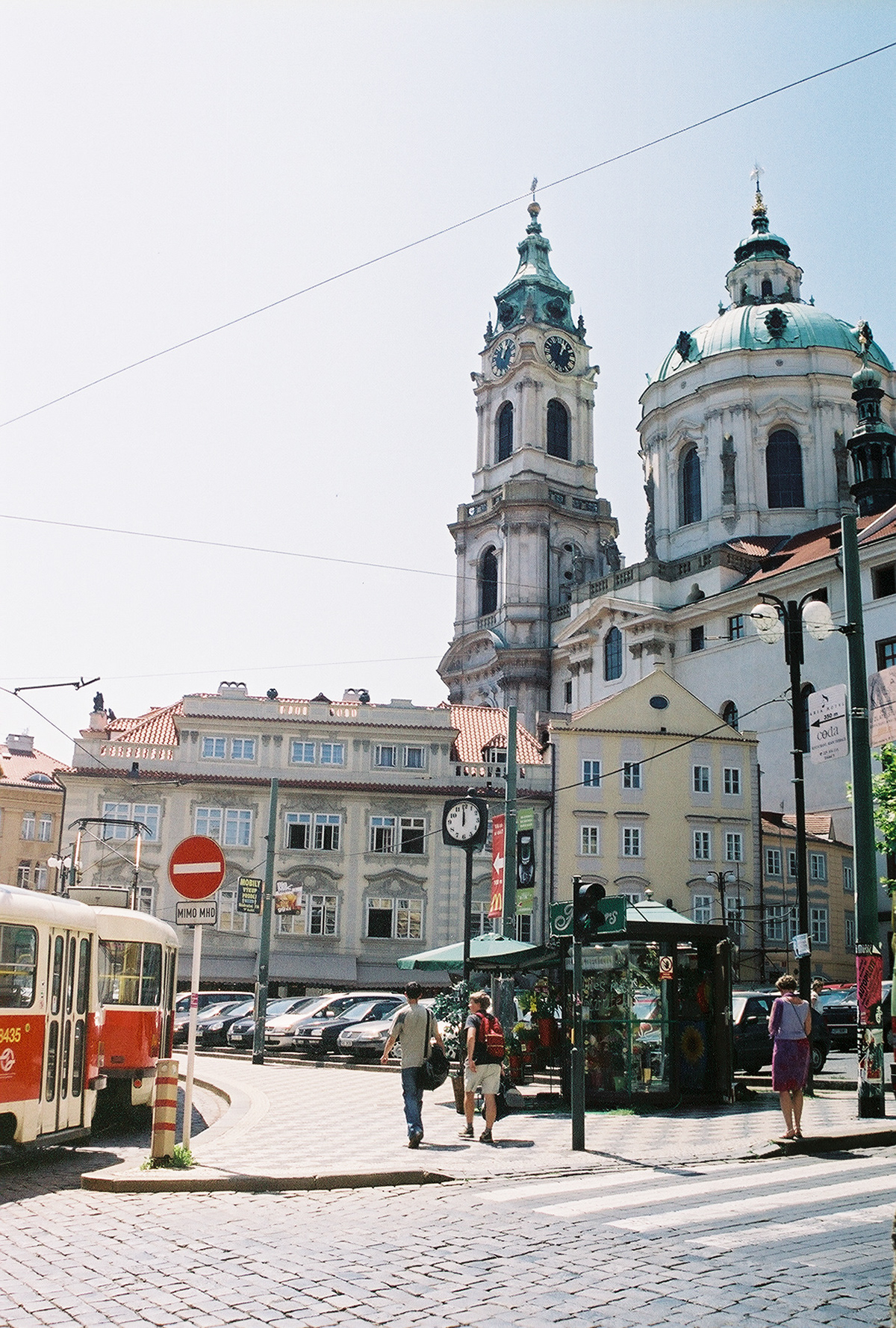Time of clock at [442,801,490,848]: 11:59
